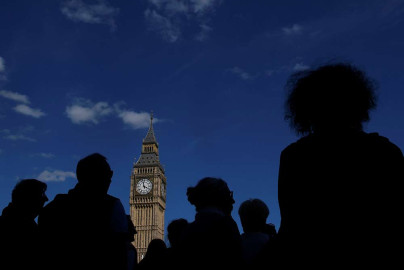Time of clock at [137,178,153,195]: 3:58
